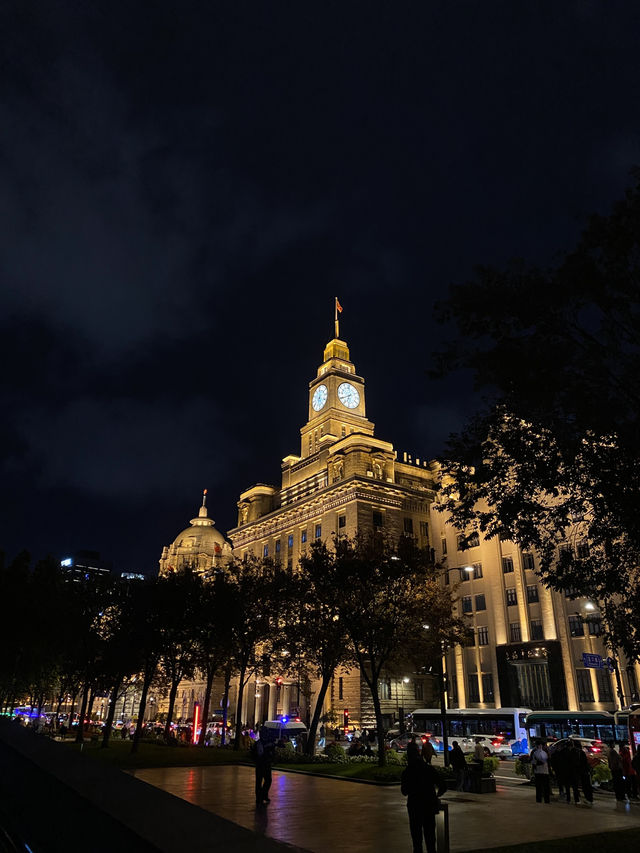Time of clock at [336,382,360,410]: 6:39
